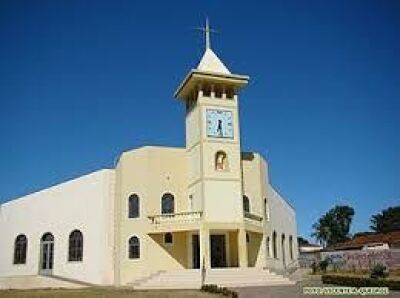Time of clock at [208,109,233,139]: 6:29
